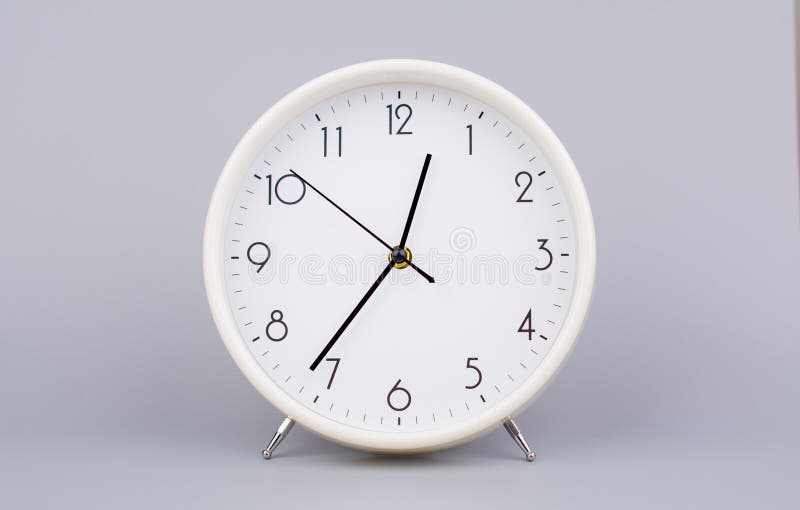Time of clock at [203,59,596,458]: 12:36
